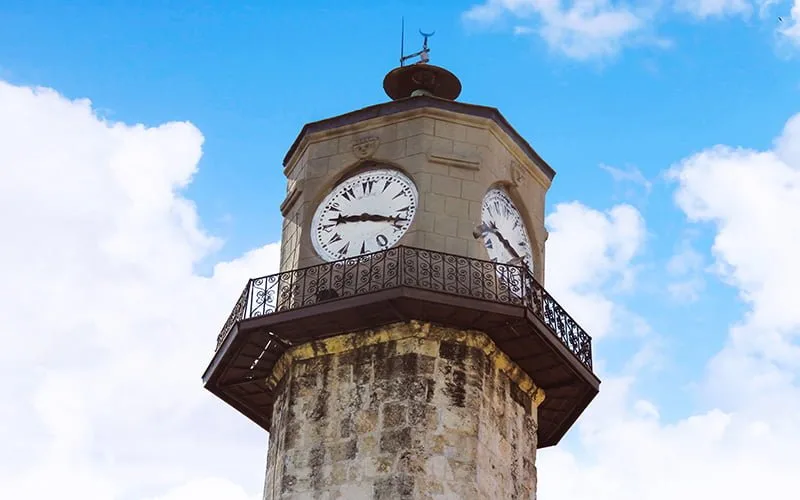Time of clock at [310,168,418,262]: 9:17
